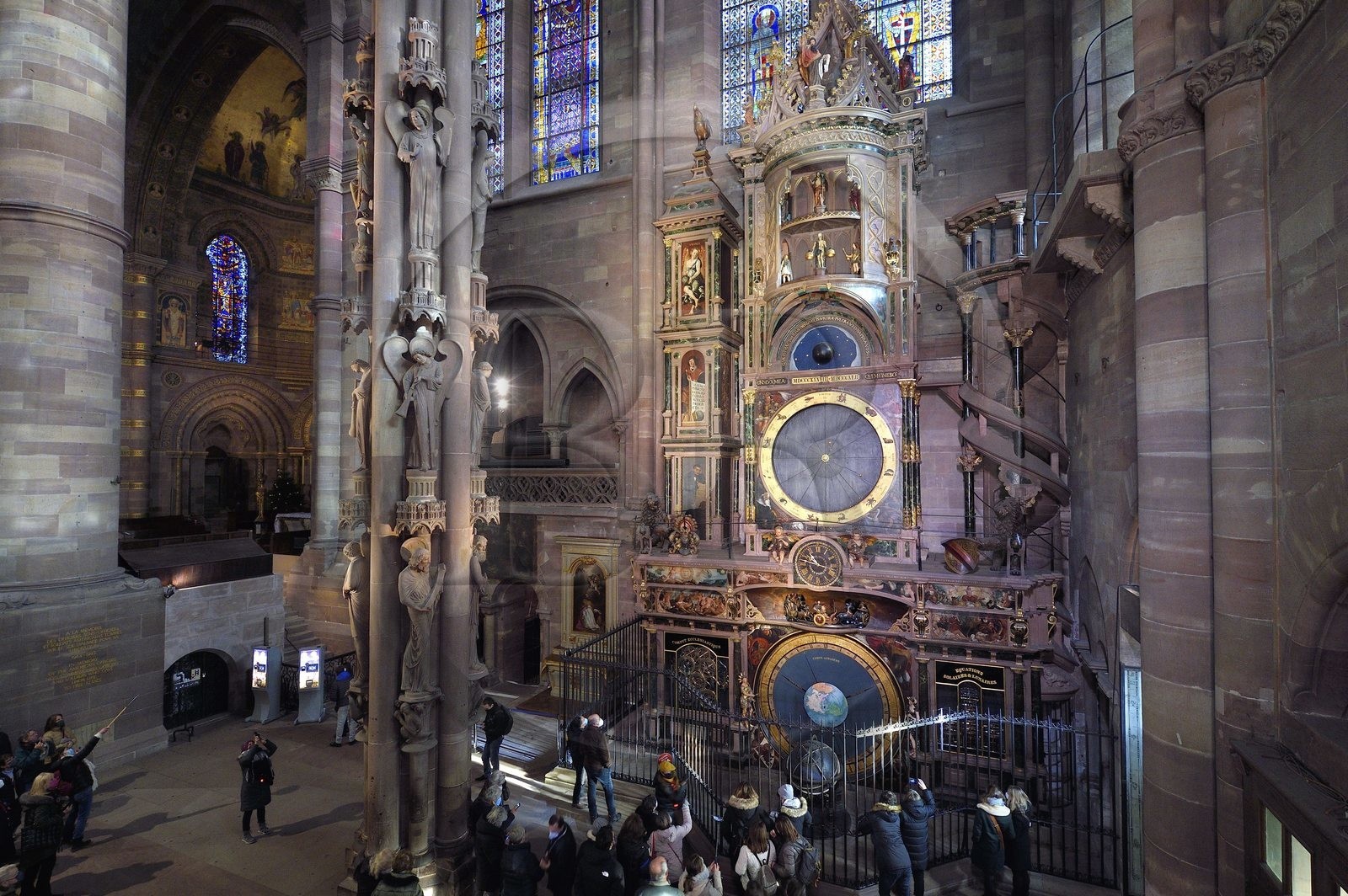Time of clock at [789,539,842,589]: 10:47
